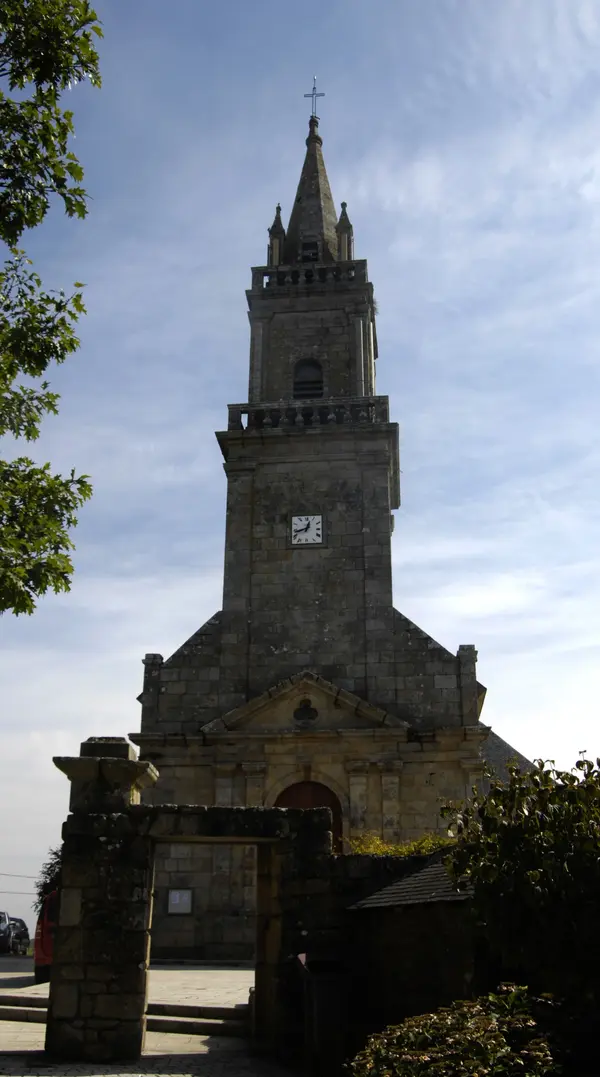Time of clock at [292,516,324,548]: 12:42
